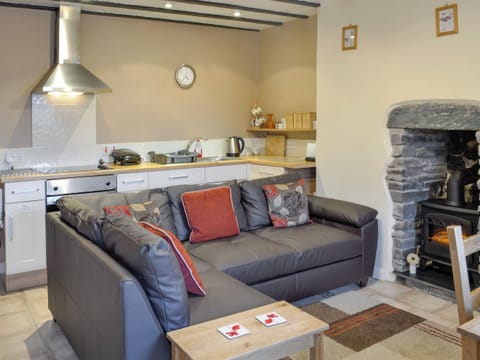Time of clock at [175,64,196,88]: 4:36
